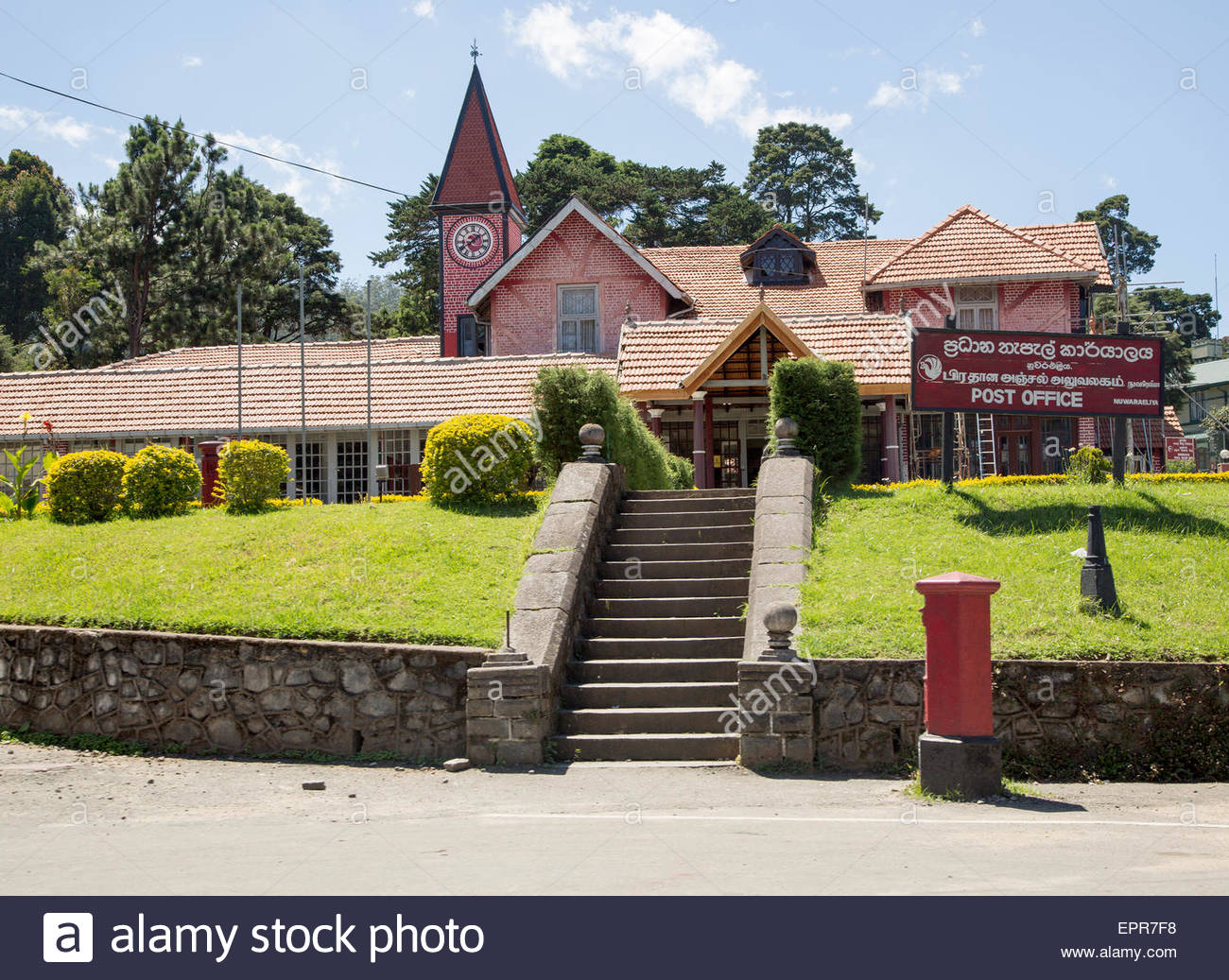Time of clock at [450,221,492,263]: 1:39
